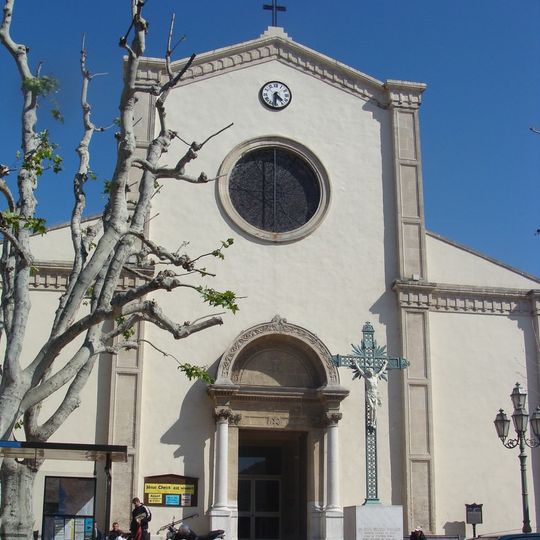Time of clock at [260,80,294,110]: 4:31
